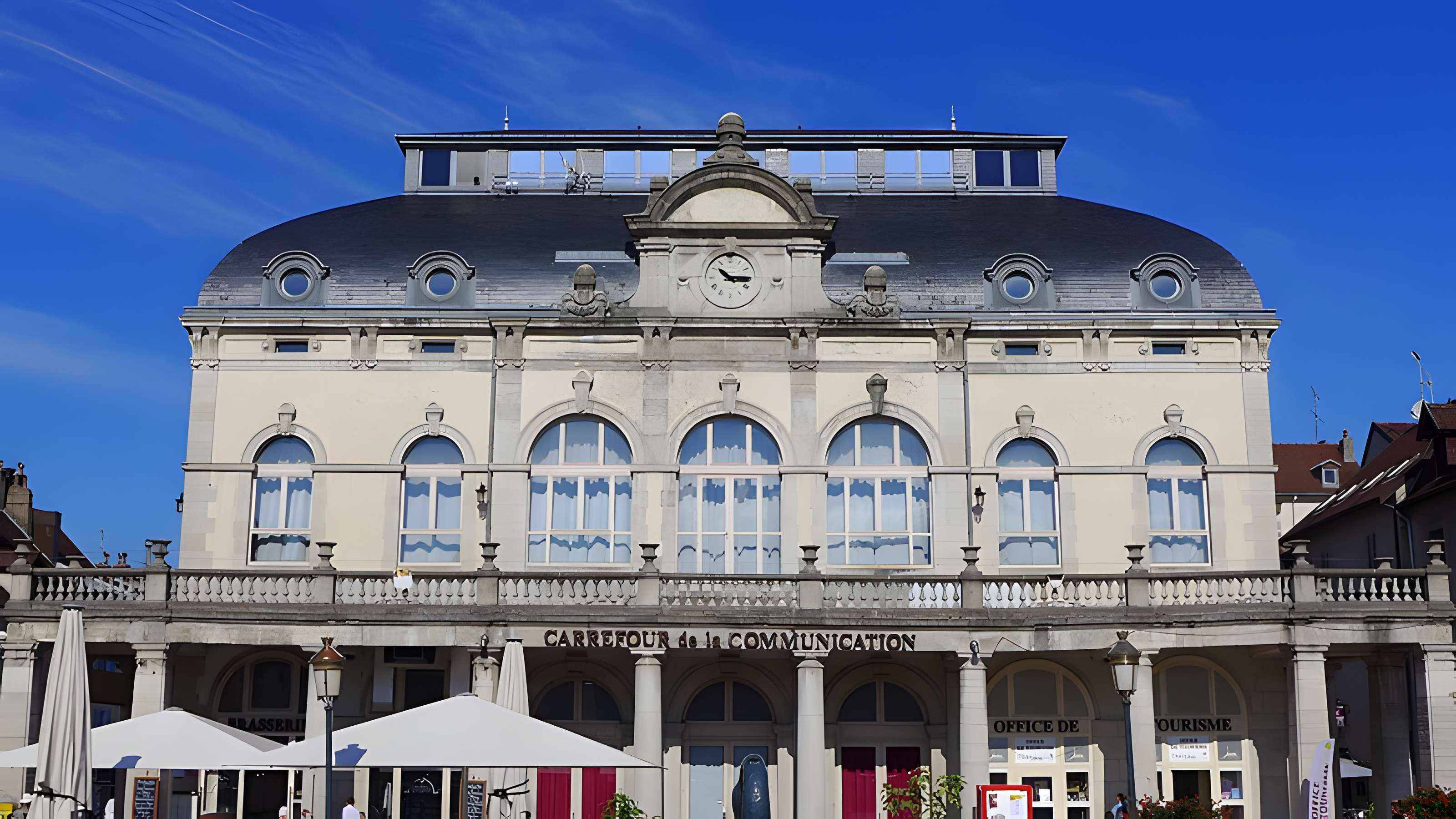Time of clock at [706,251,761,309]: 10:15
